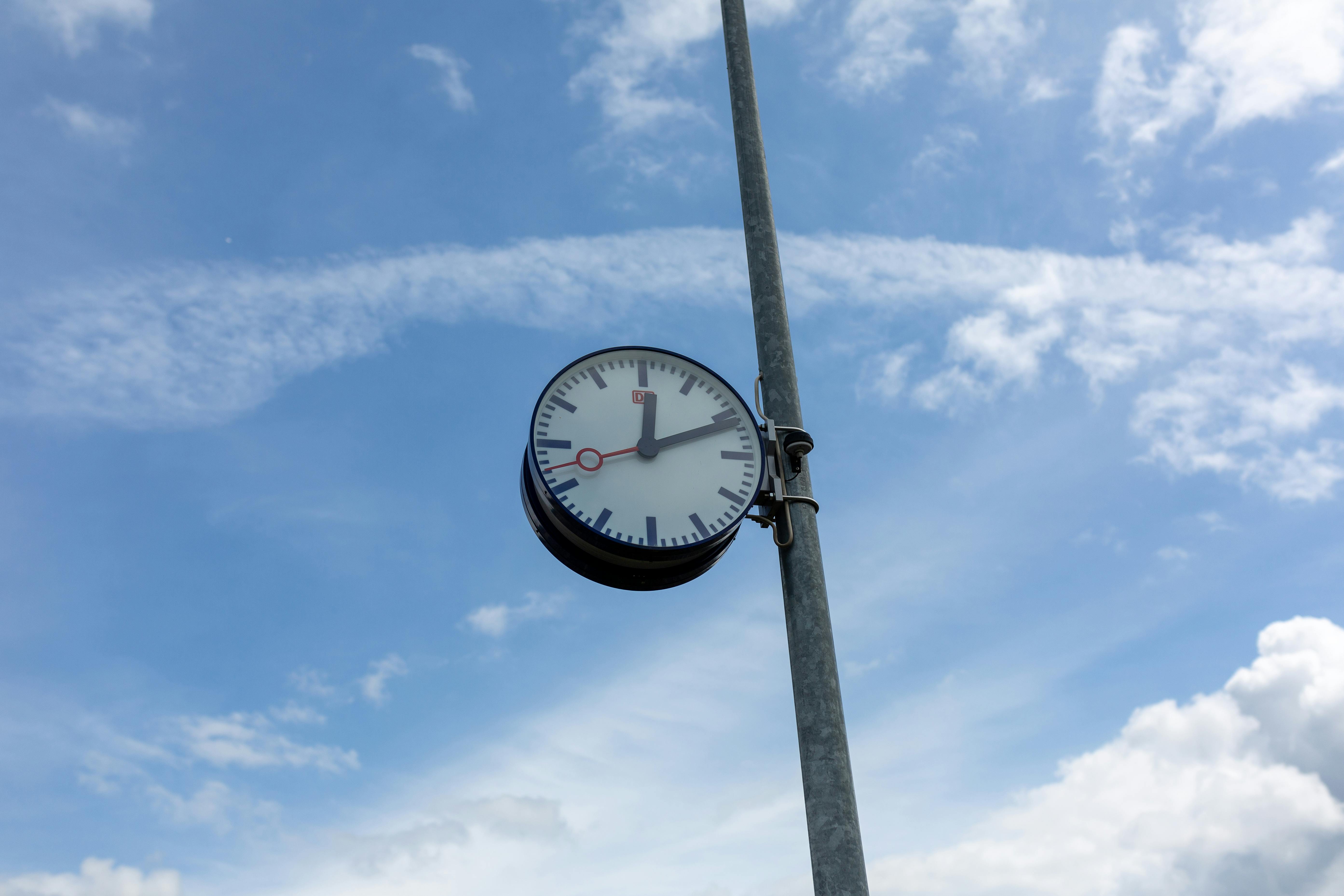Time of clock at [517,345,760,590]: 12:11
